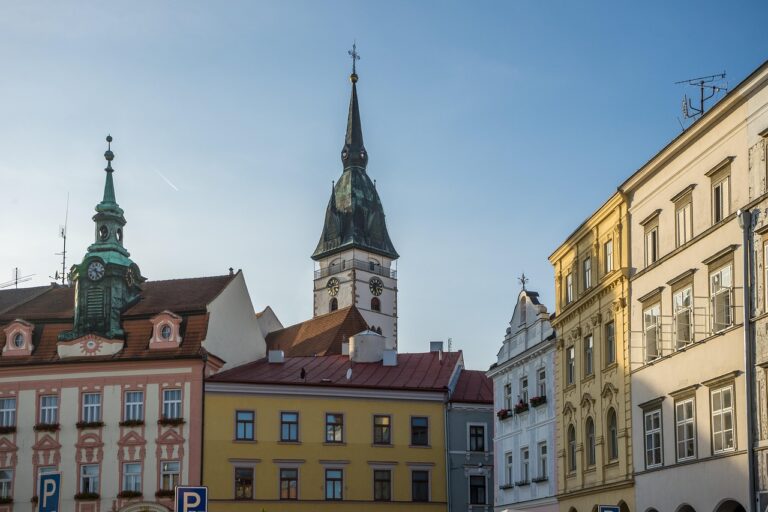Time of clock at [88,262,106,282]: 5:18
